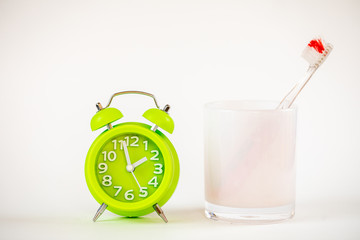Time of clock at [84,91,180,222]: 1:57
